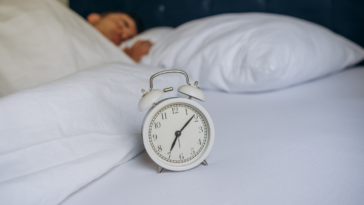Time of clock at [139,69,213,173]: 7:08
